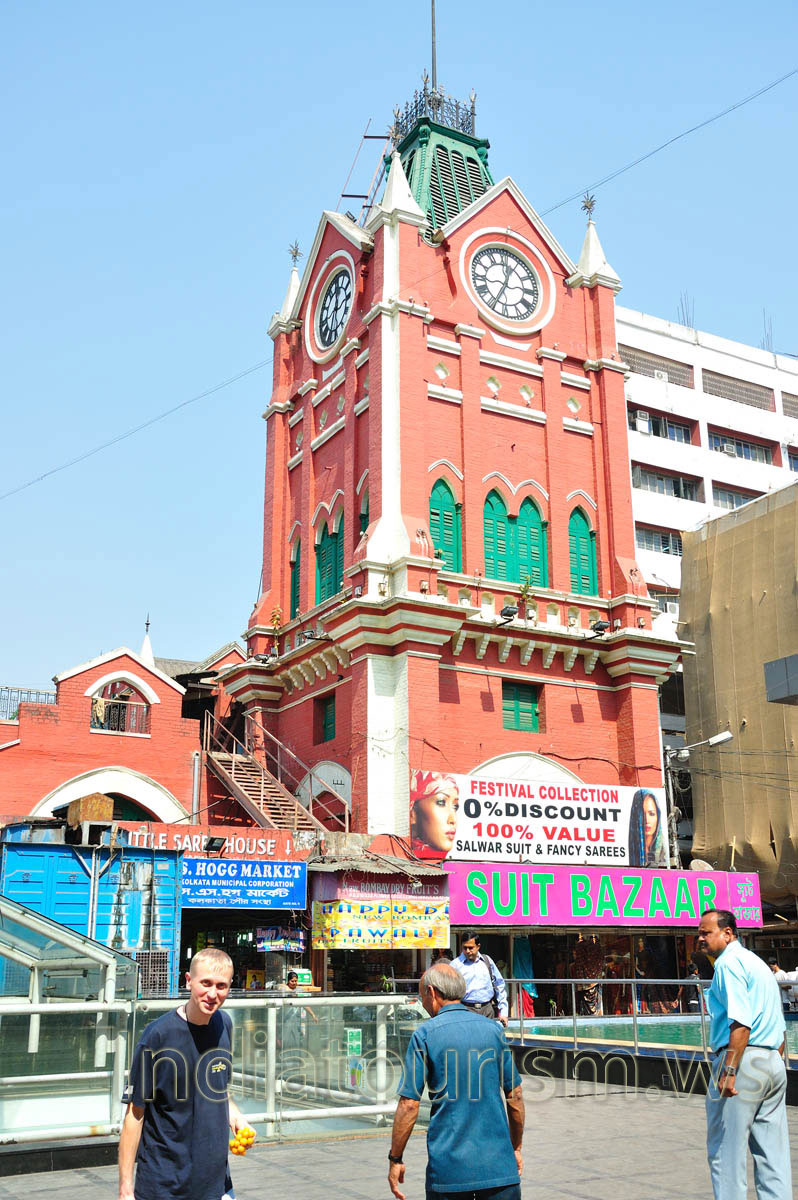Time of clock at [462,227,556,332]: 12:34
